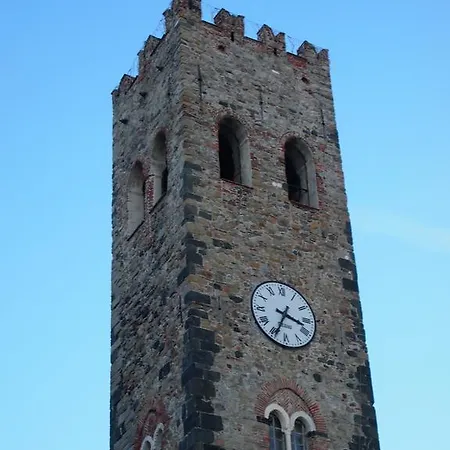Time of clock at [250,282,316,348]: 3:34
